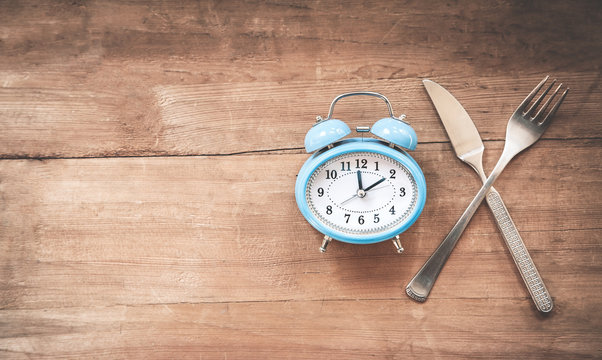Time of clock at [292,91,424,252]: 1:59
